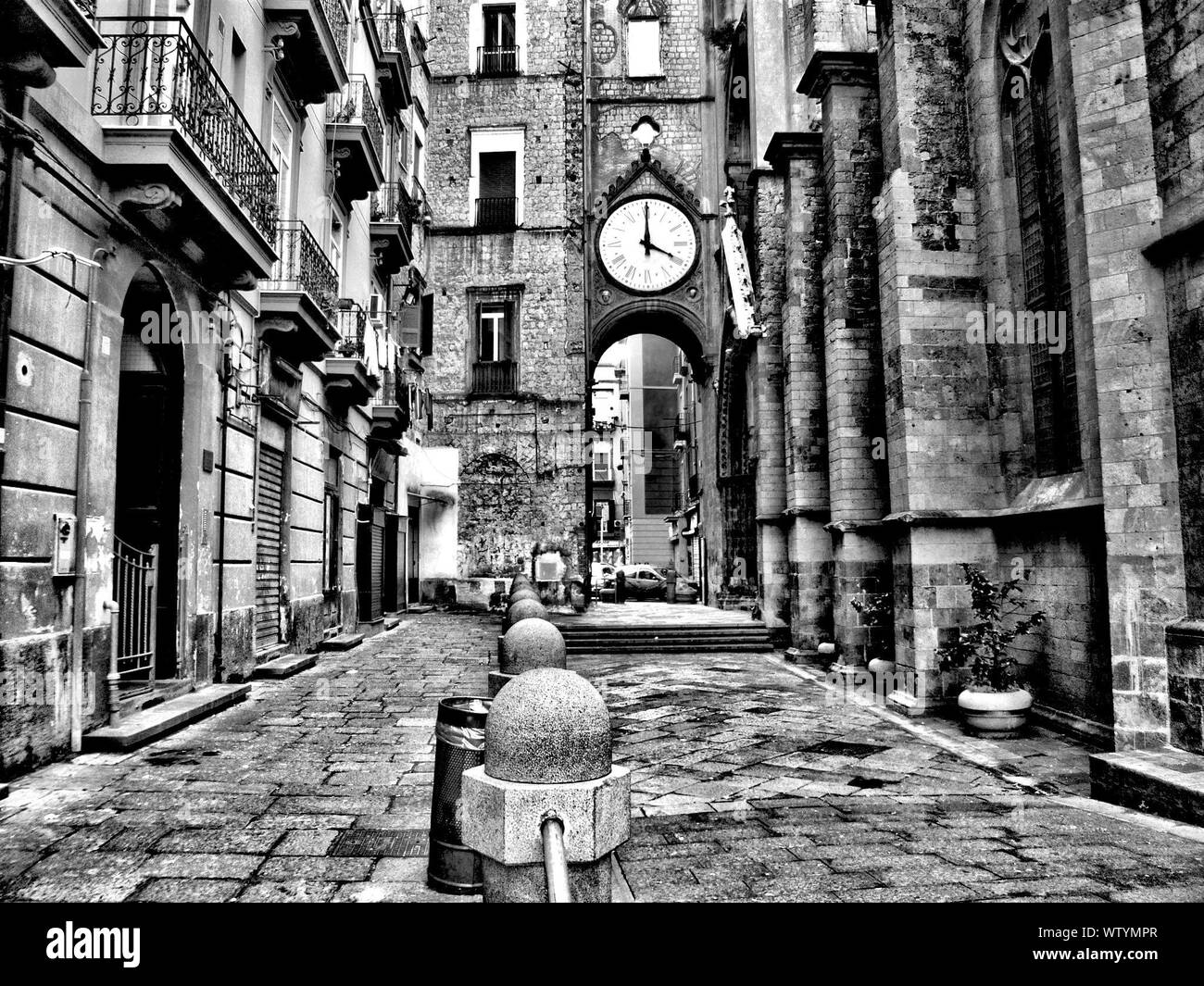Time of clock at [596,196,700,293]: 4:00
